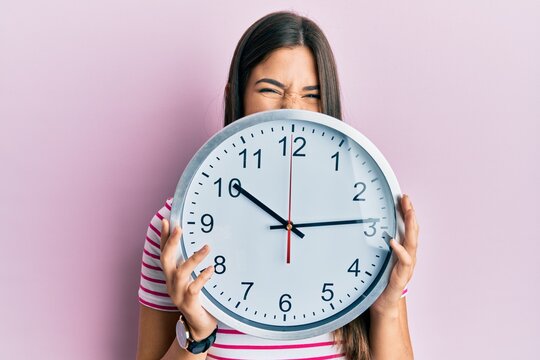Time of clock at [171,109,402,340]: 10:13
